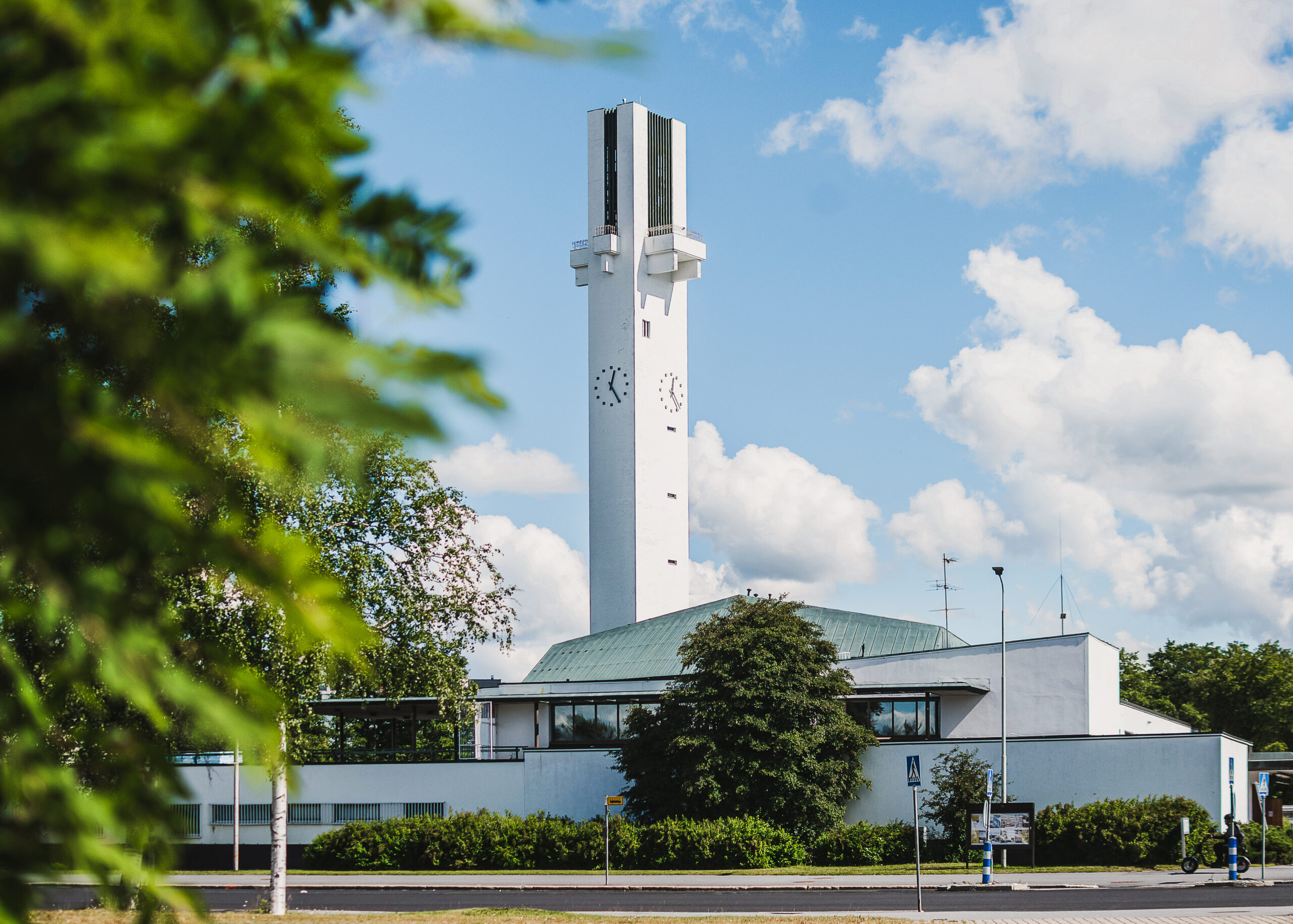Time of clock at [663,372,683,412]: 12:23
